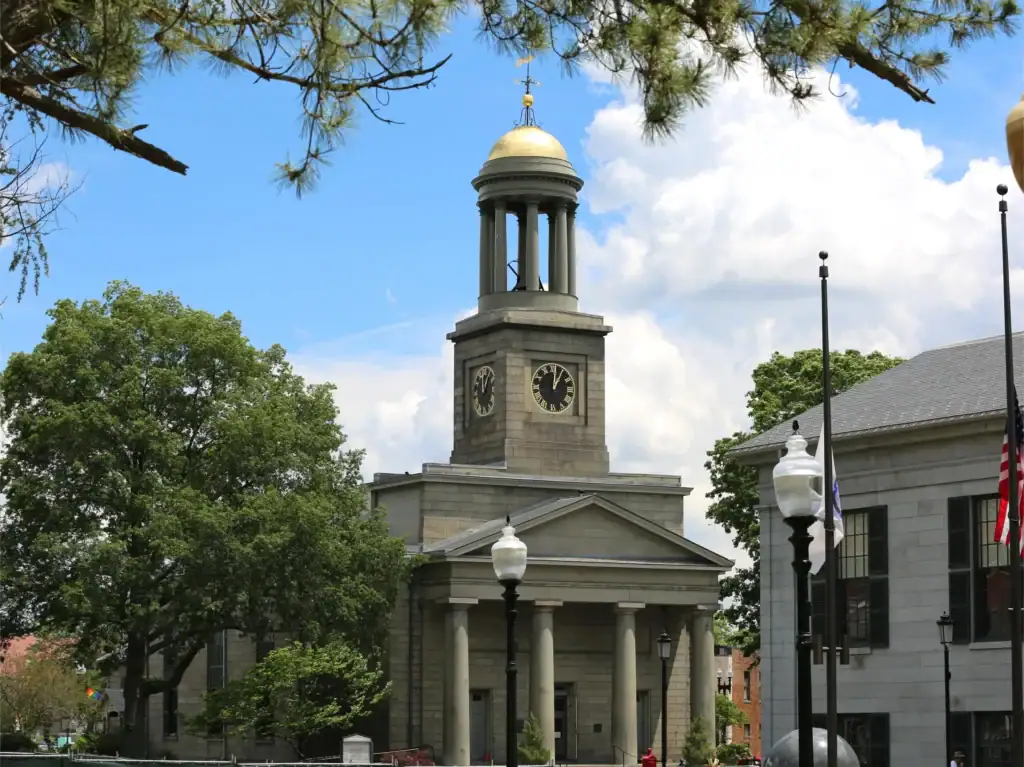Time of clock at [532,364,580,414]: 1:01
